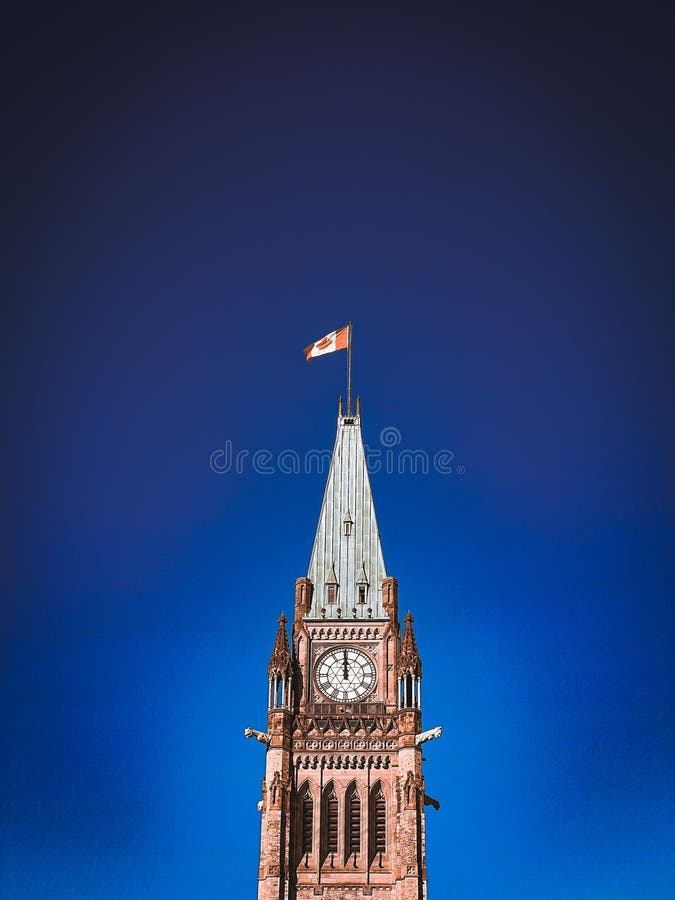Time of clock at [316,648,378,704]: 11:59
